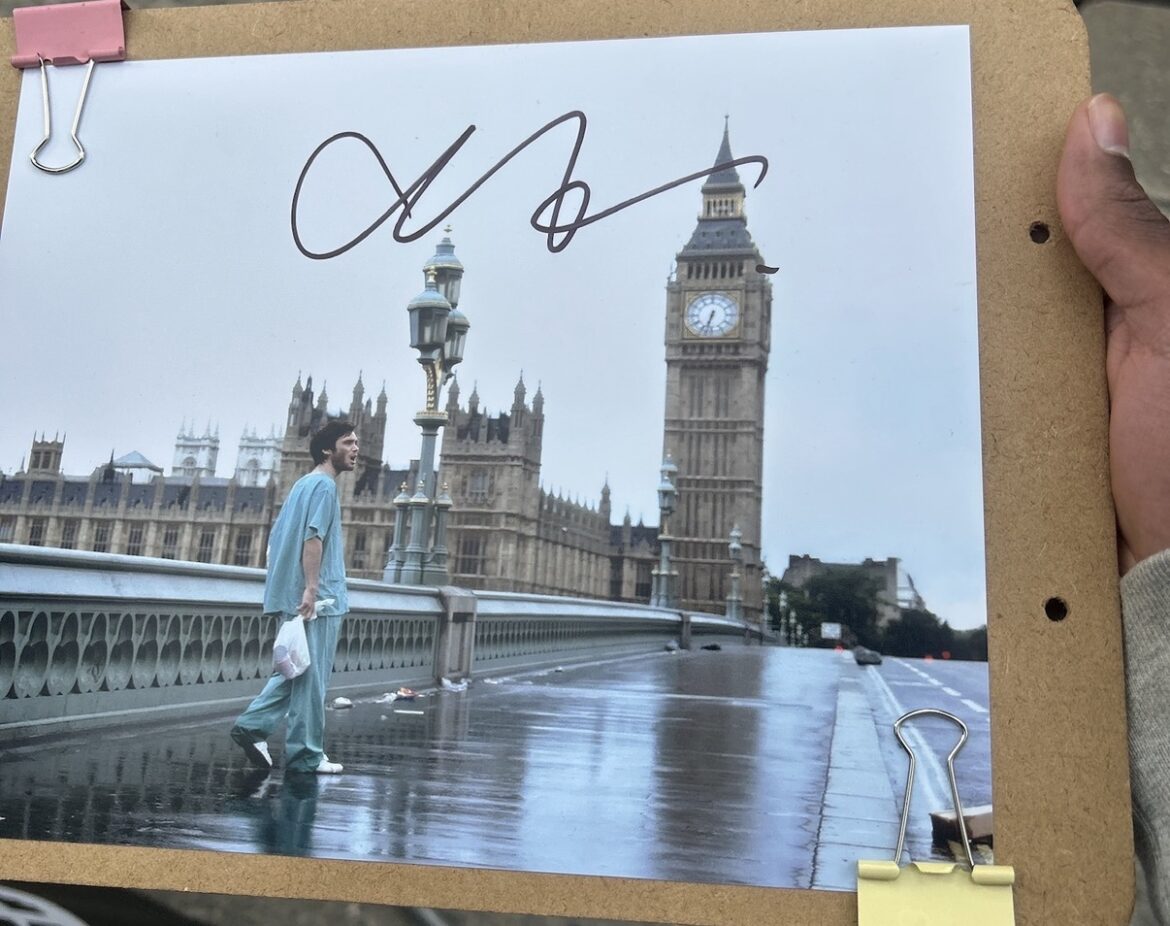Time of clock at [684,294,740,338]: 6:32
